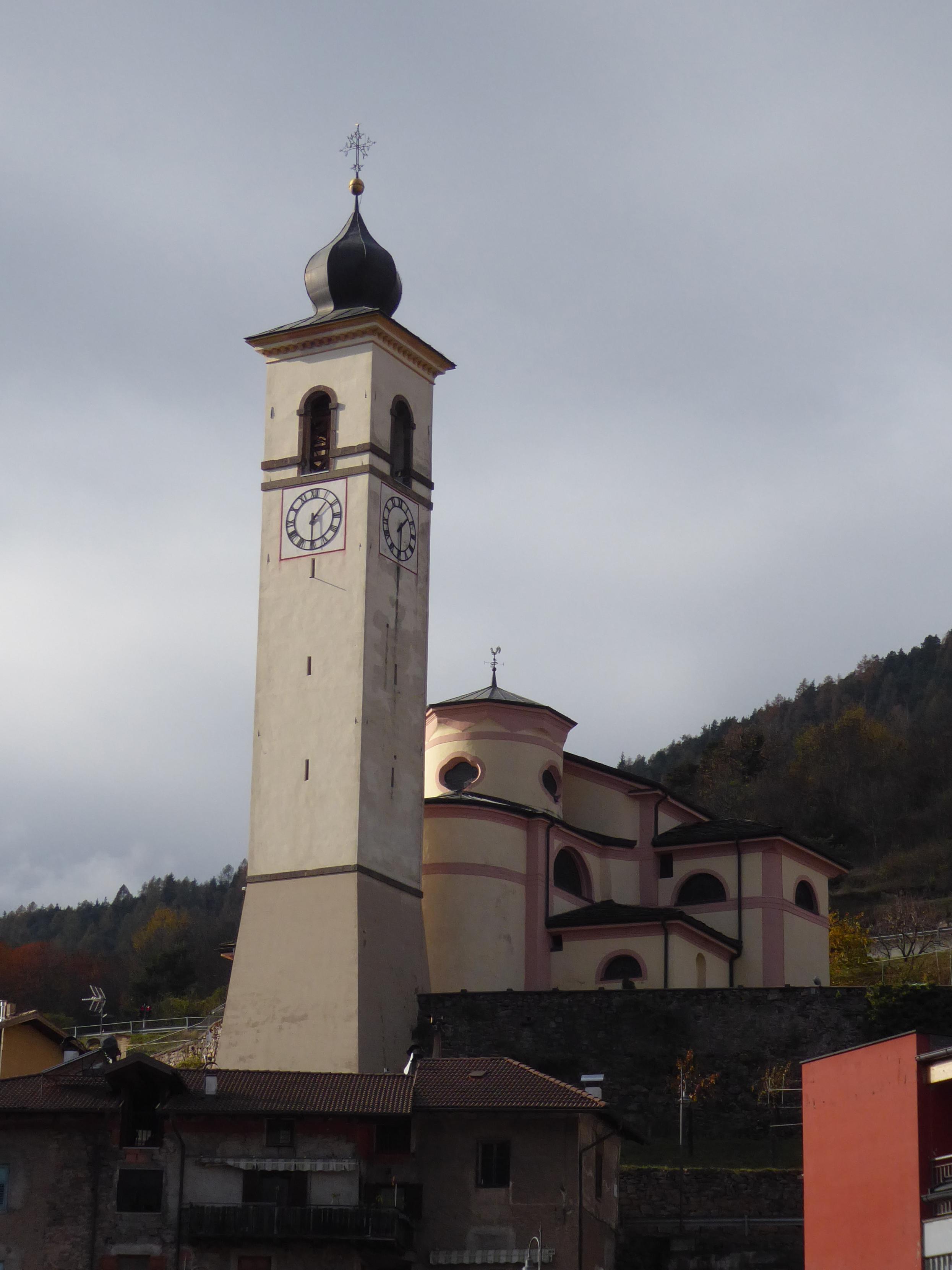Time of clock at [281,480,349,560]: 1:30
